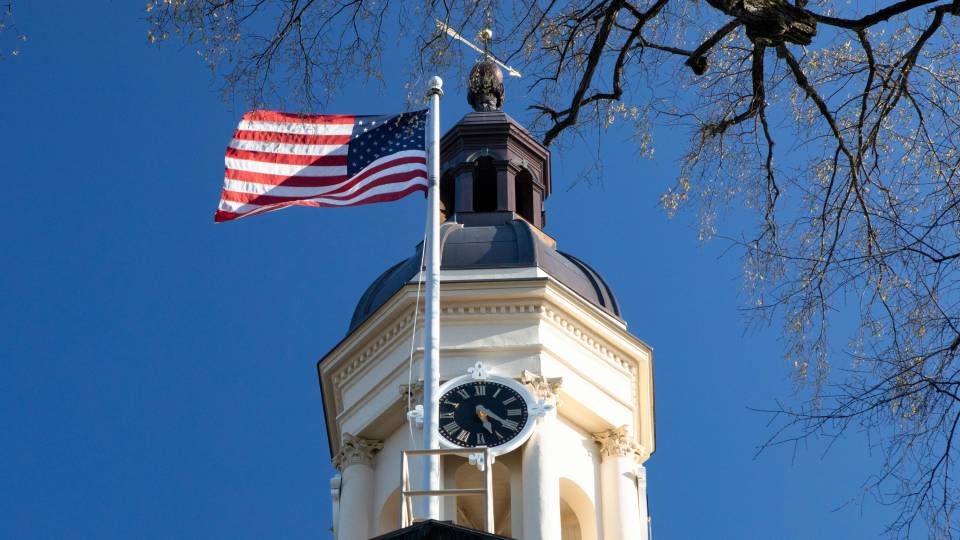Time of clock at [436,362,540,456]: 5:20
